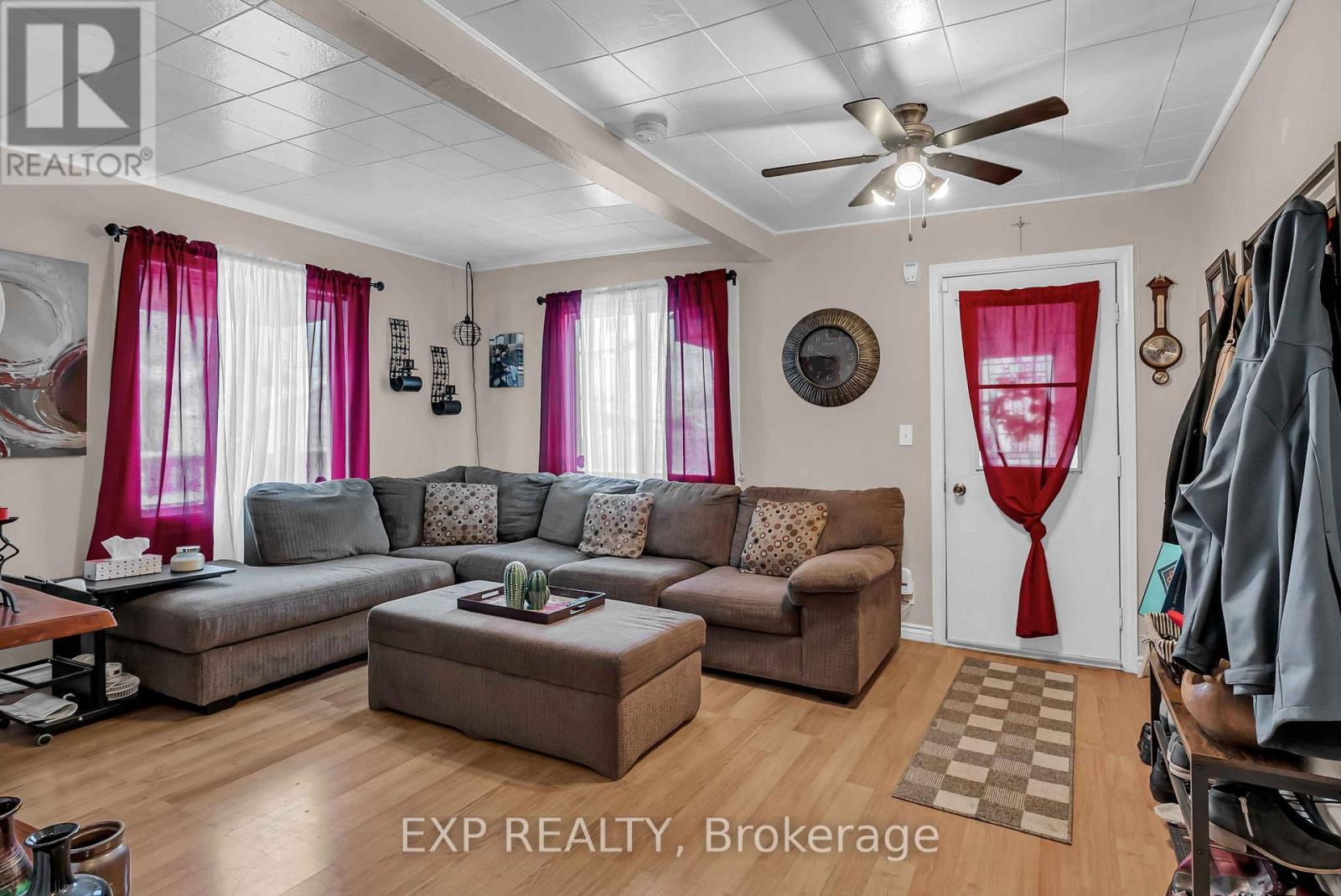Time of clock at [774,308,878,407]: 9:45
